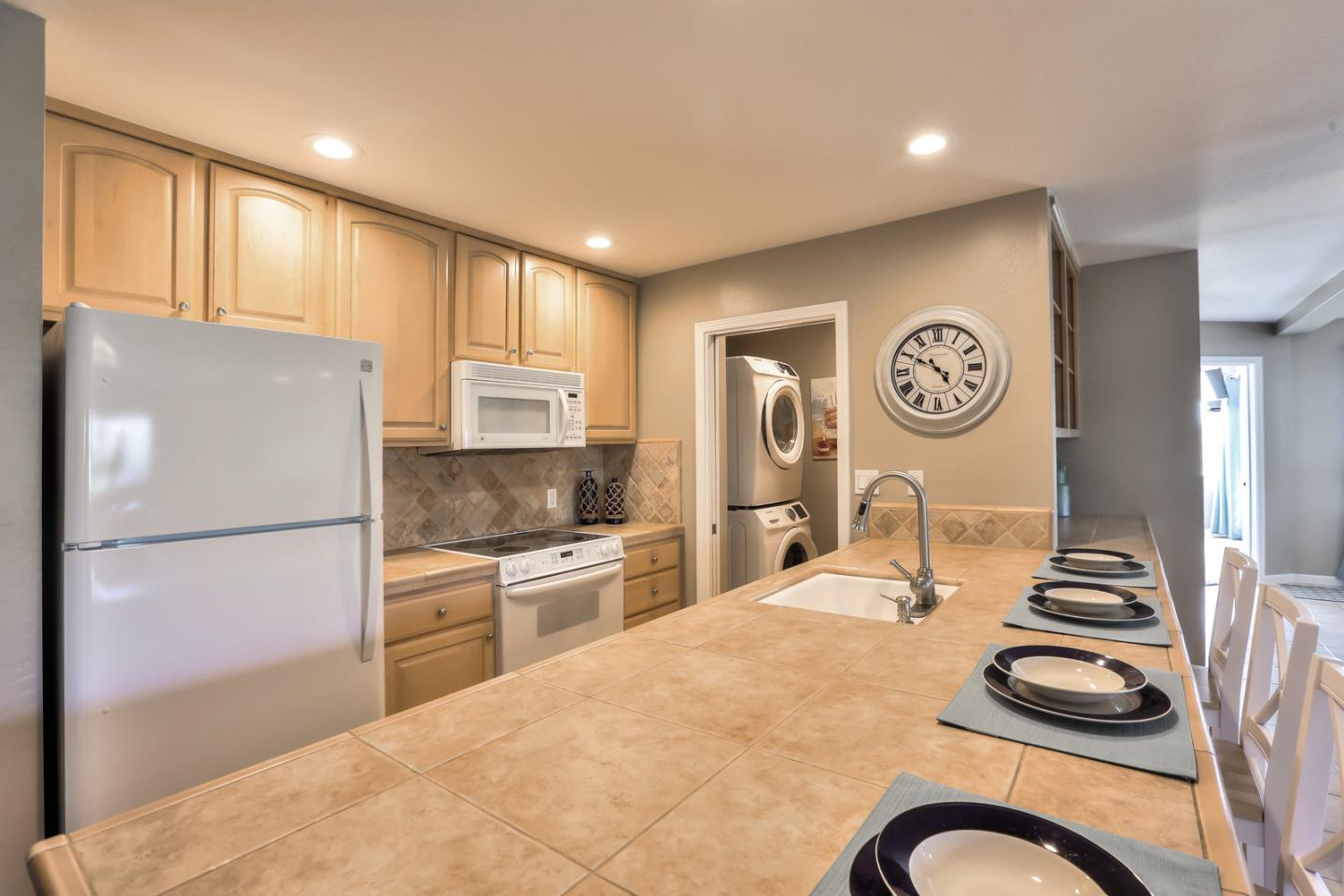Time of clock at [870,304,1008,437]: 4:49
